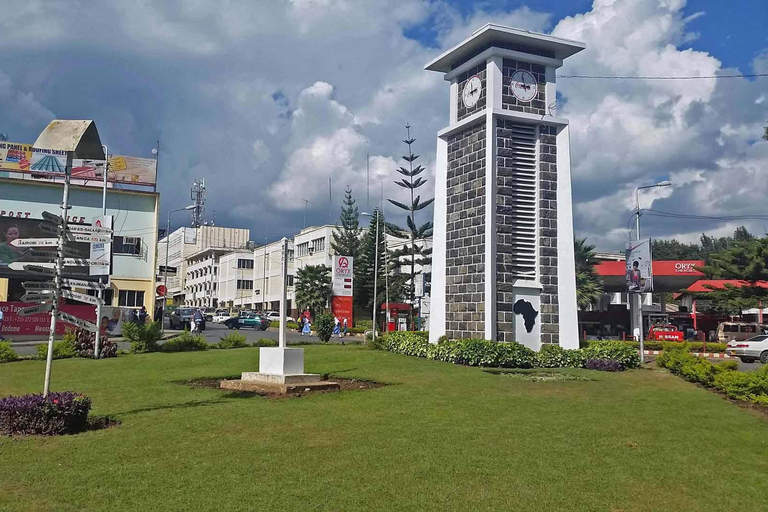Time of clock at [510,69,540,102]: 2:58
